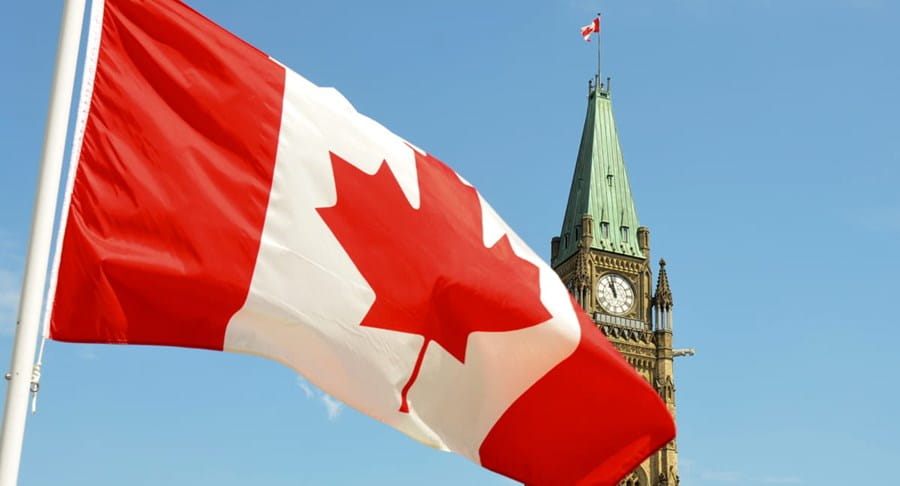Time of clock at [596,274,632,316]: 10:58
